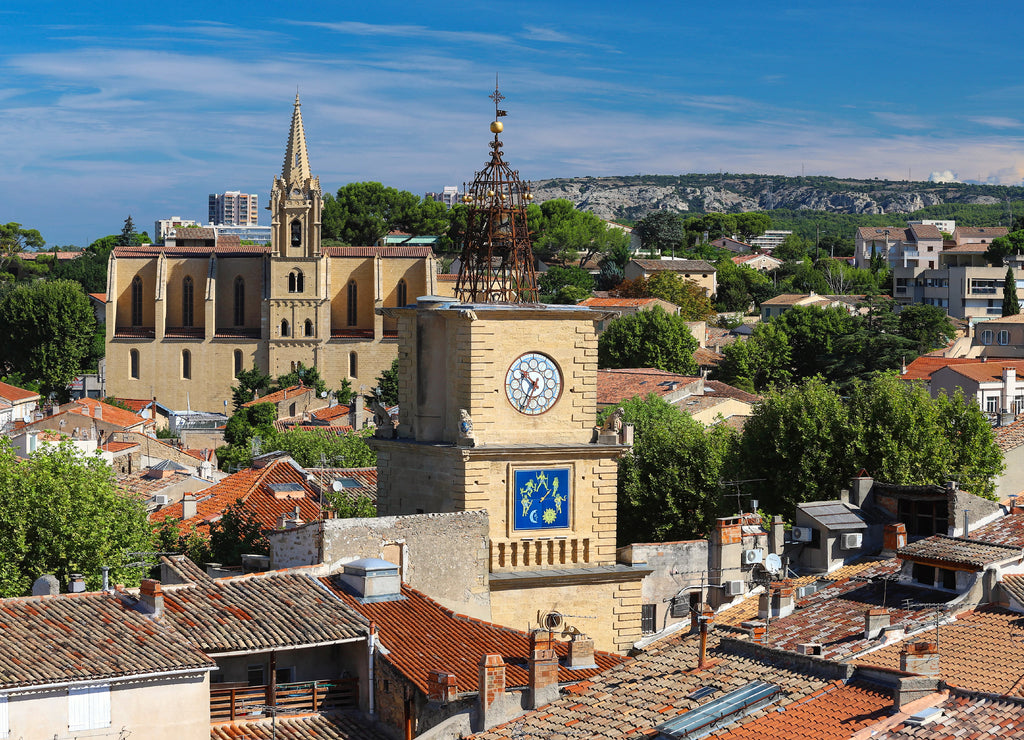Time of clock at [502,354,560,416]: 10:34
